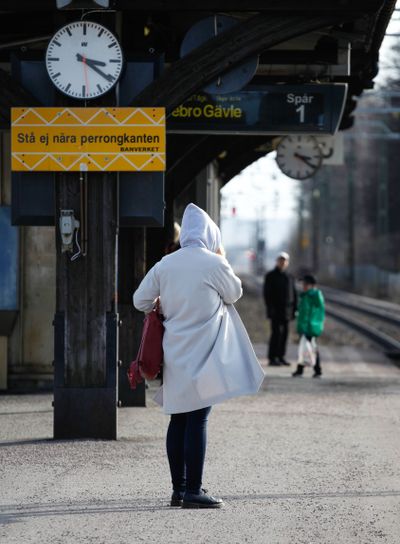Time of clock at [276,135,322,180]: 3:21
